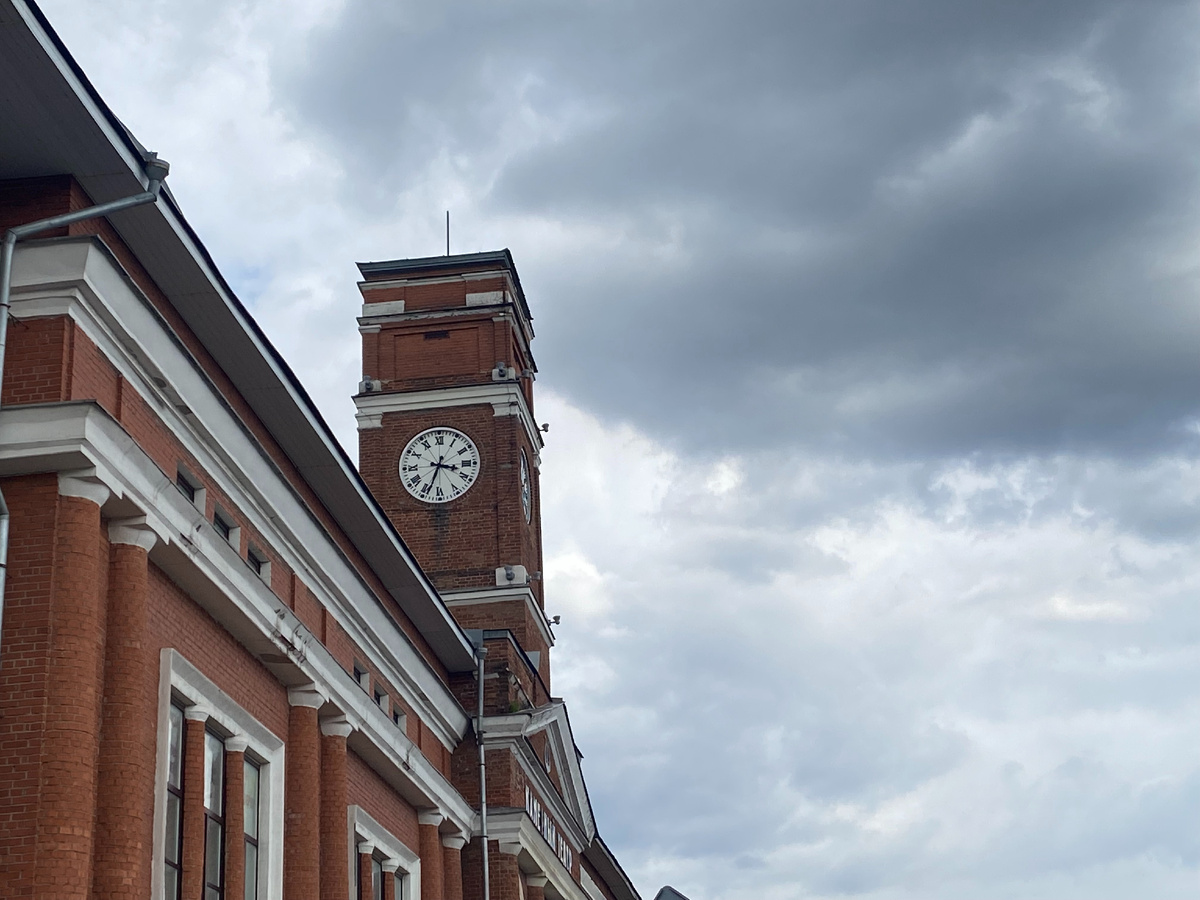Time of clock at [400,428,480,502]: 3:33
